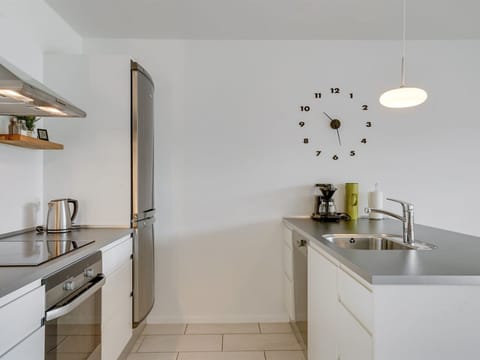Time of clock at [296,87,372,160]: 10:27
